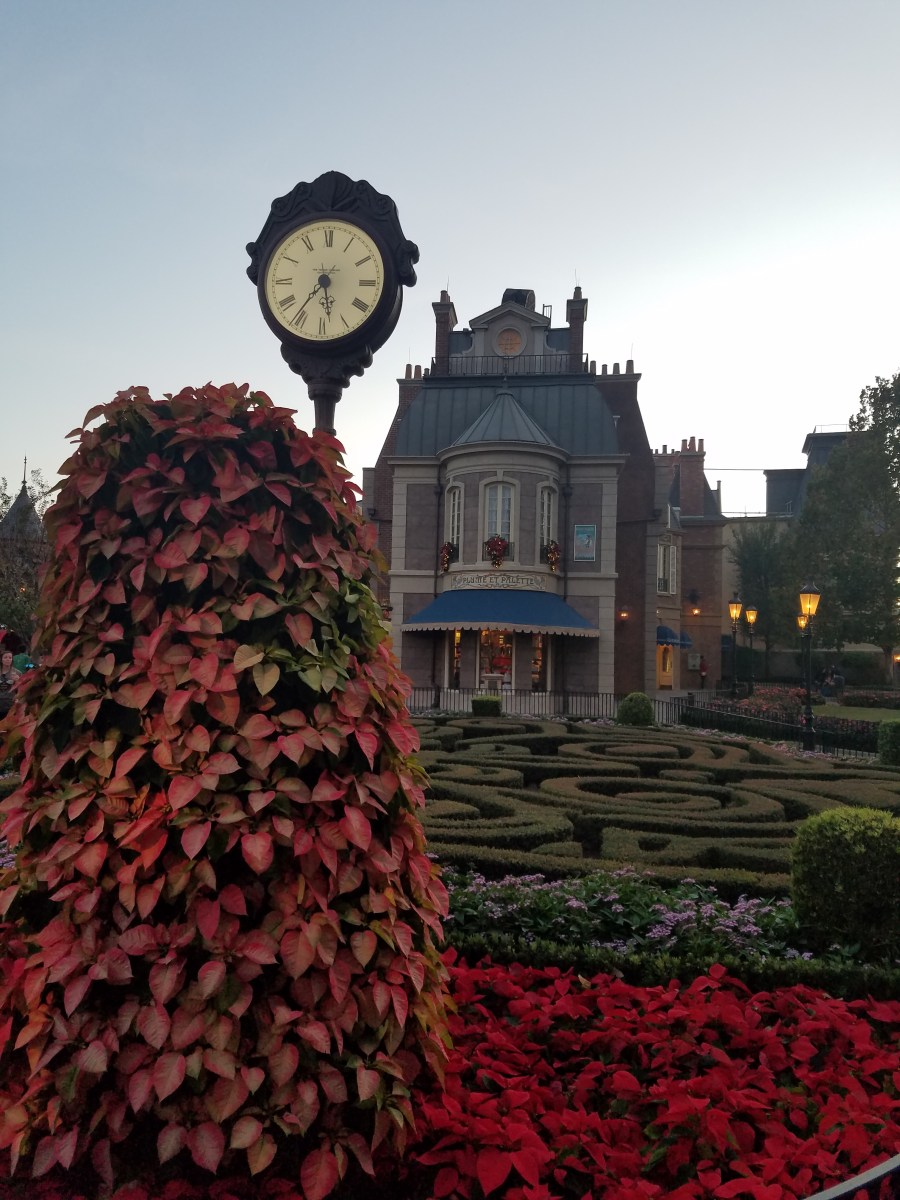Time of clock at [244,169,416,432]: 5:35
